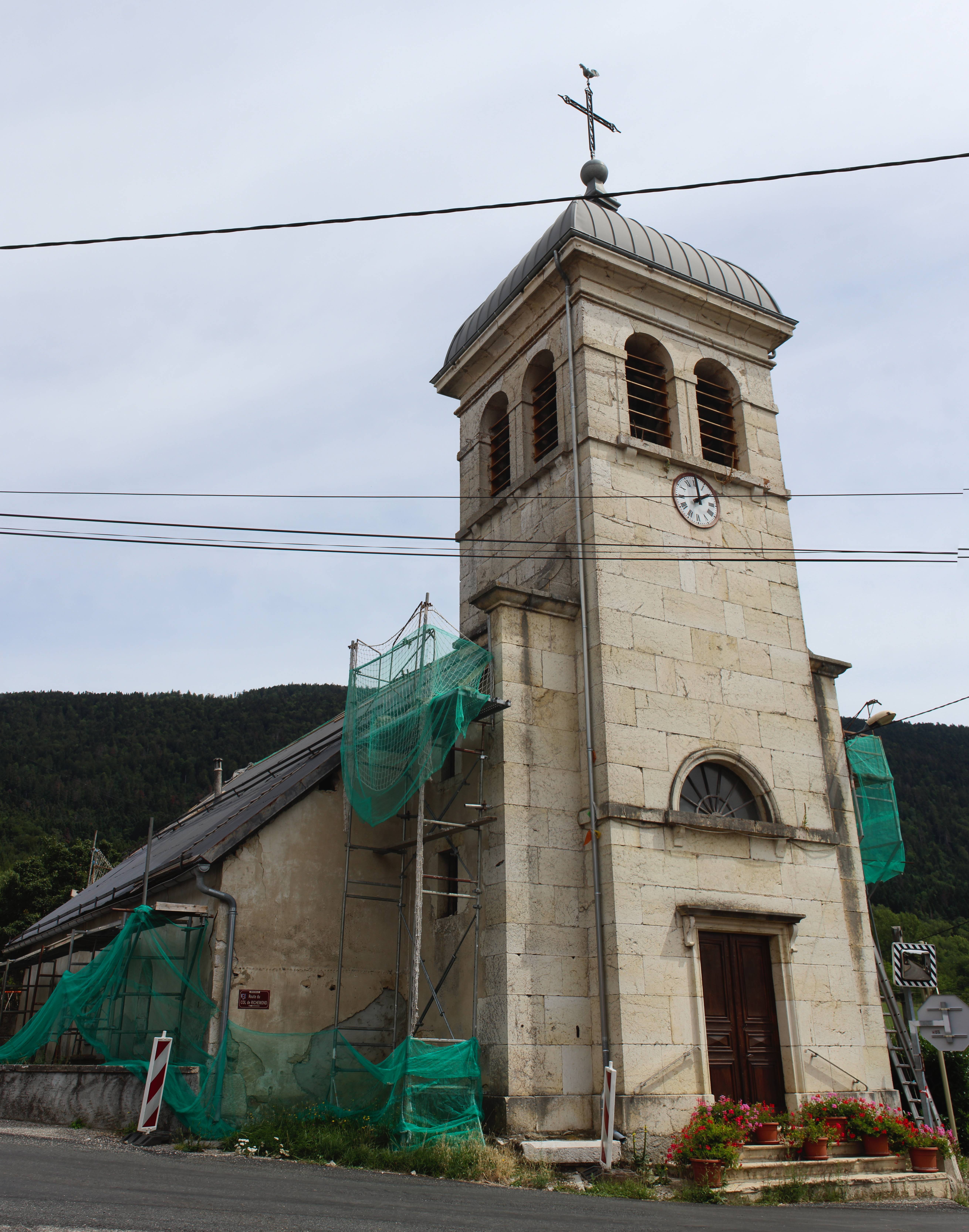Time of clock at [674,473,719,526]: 2:00
